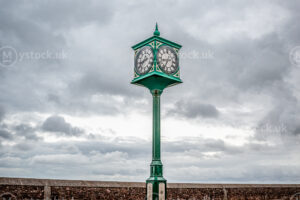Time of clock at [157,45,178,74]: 8:34
